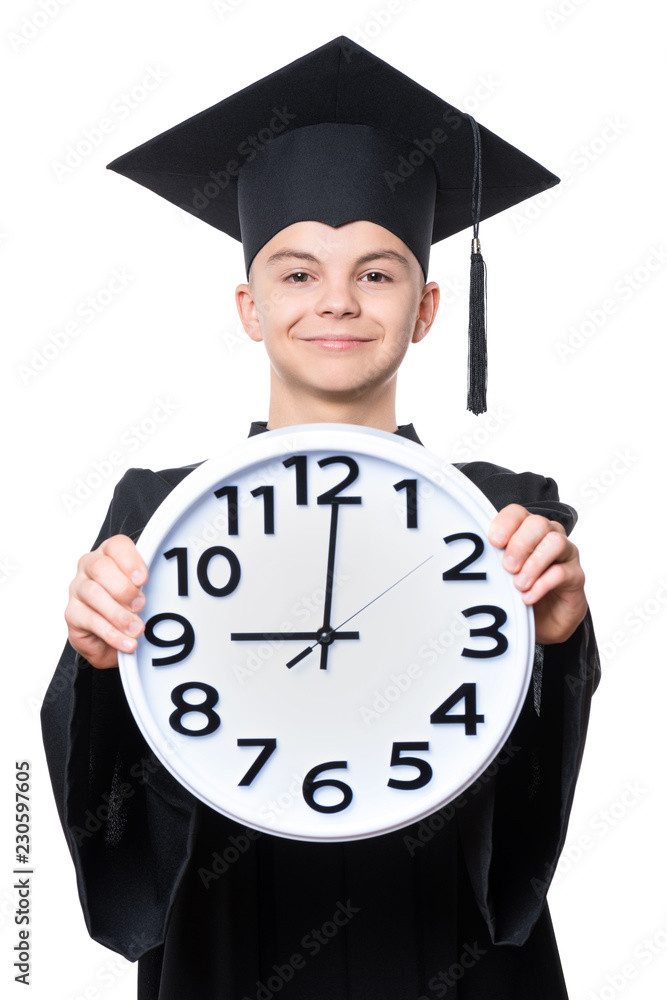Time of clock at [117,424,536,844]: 9:00
